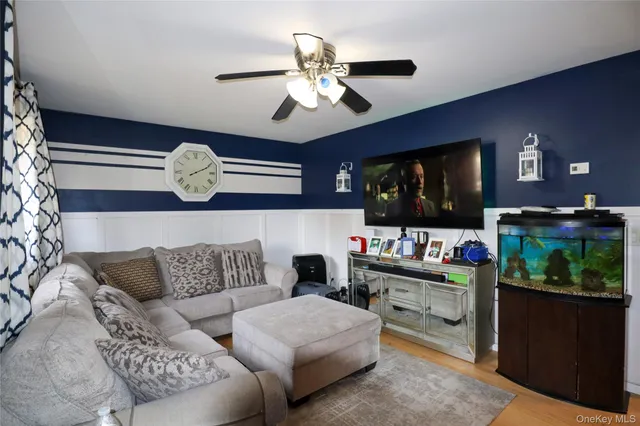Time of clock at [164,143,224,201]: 2:10
